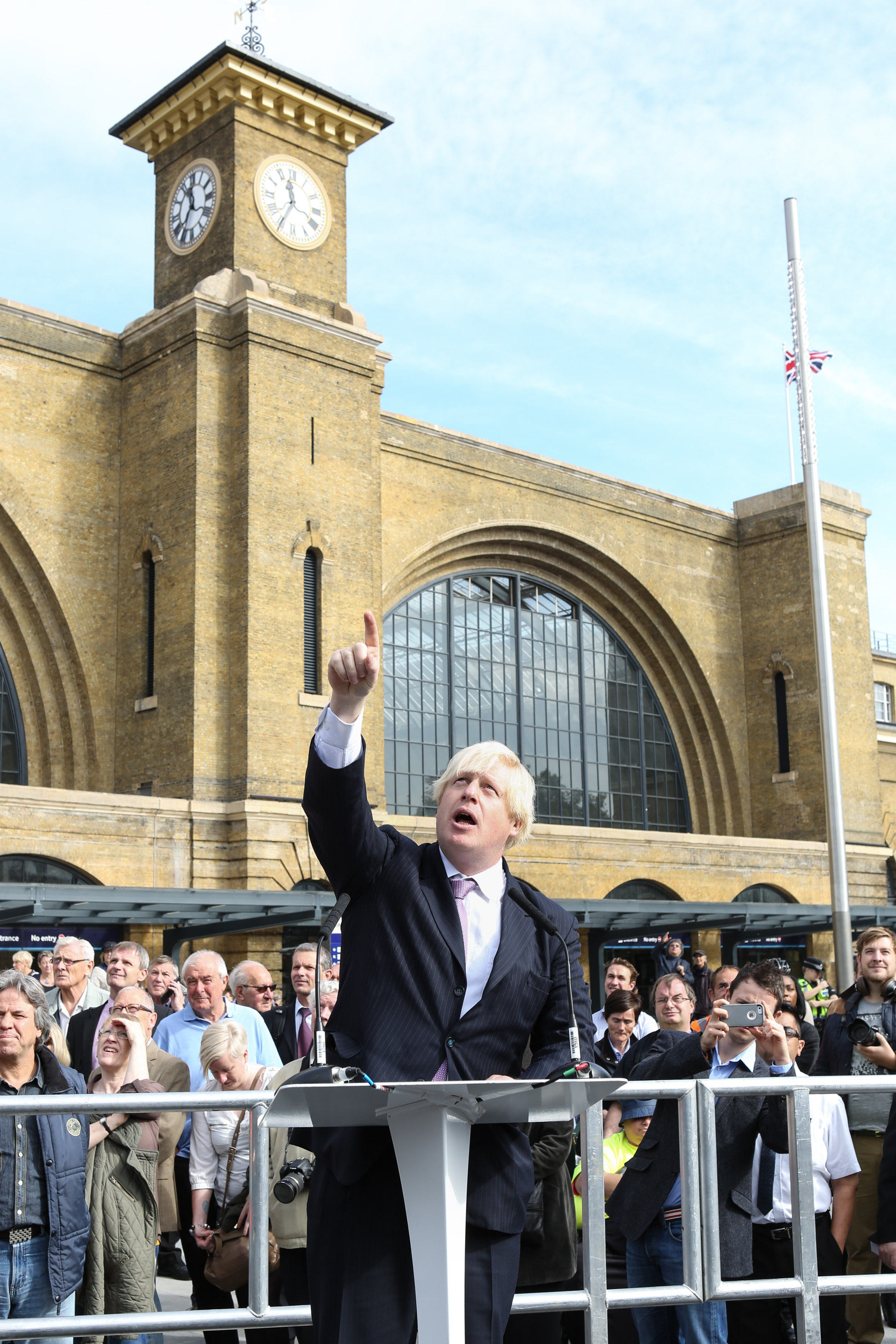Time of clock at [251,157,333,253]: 11:35
